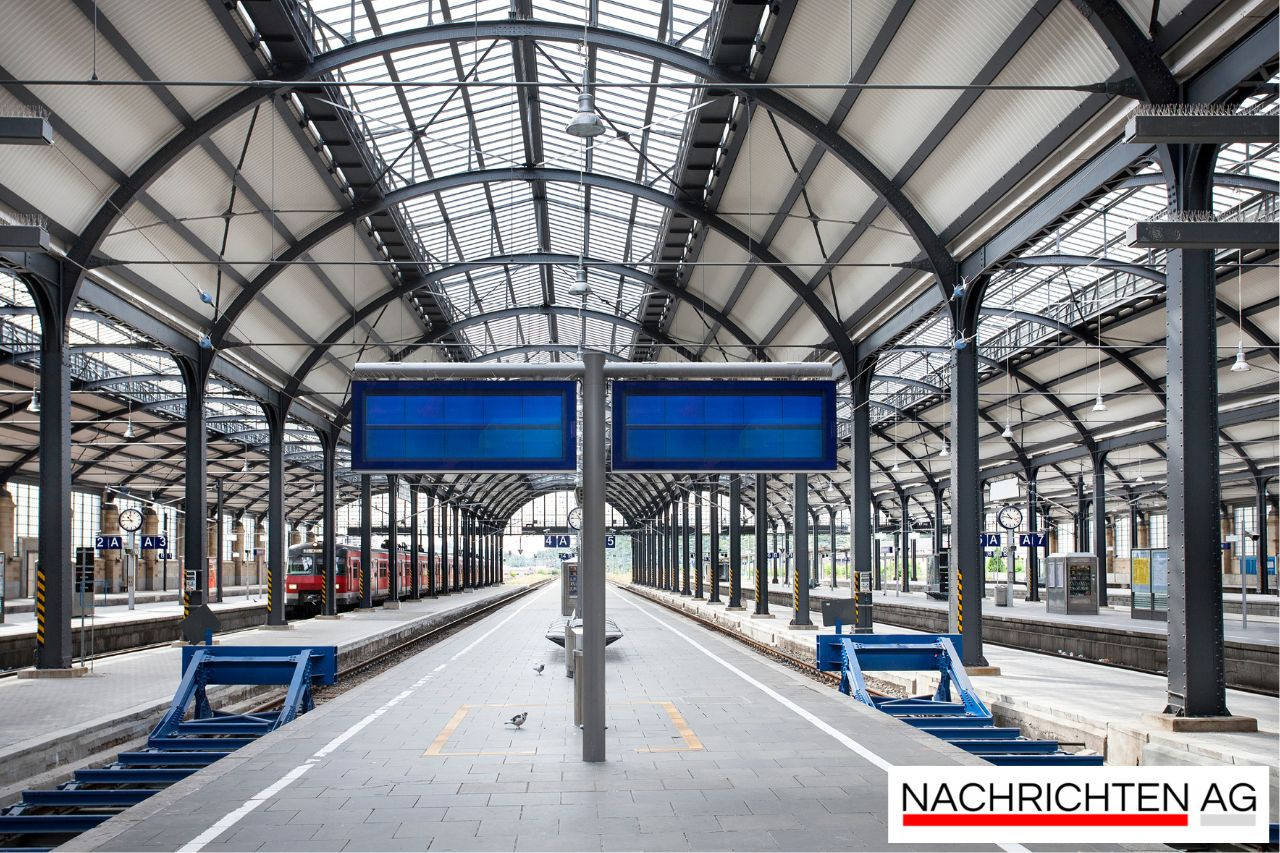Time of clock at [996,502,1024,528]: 10:47
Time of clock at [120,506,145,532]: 10:45
